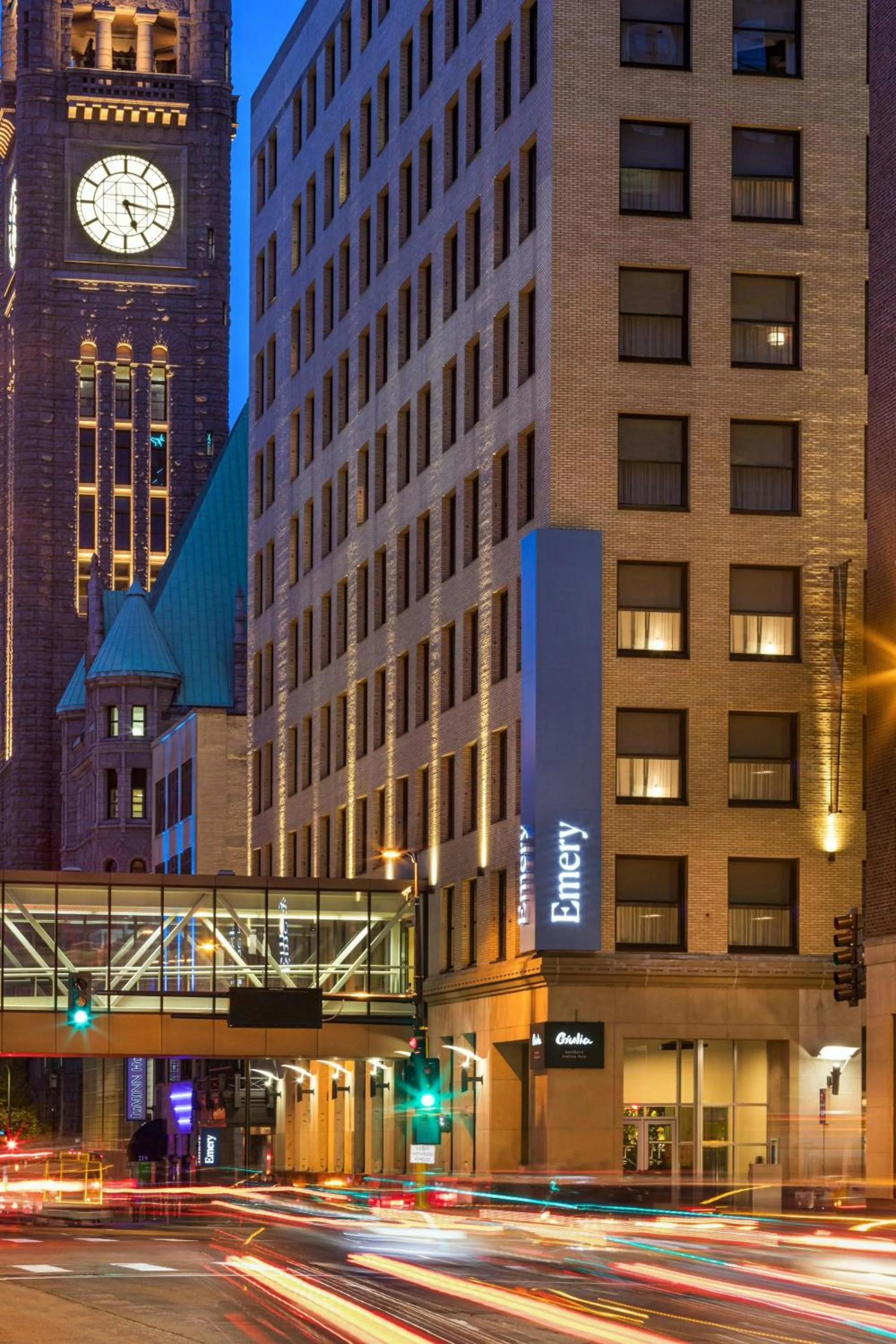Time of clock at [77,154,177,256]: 5:16
